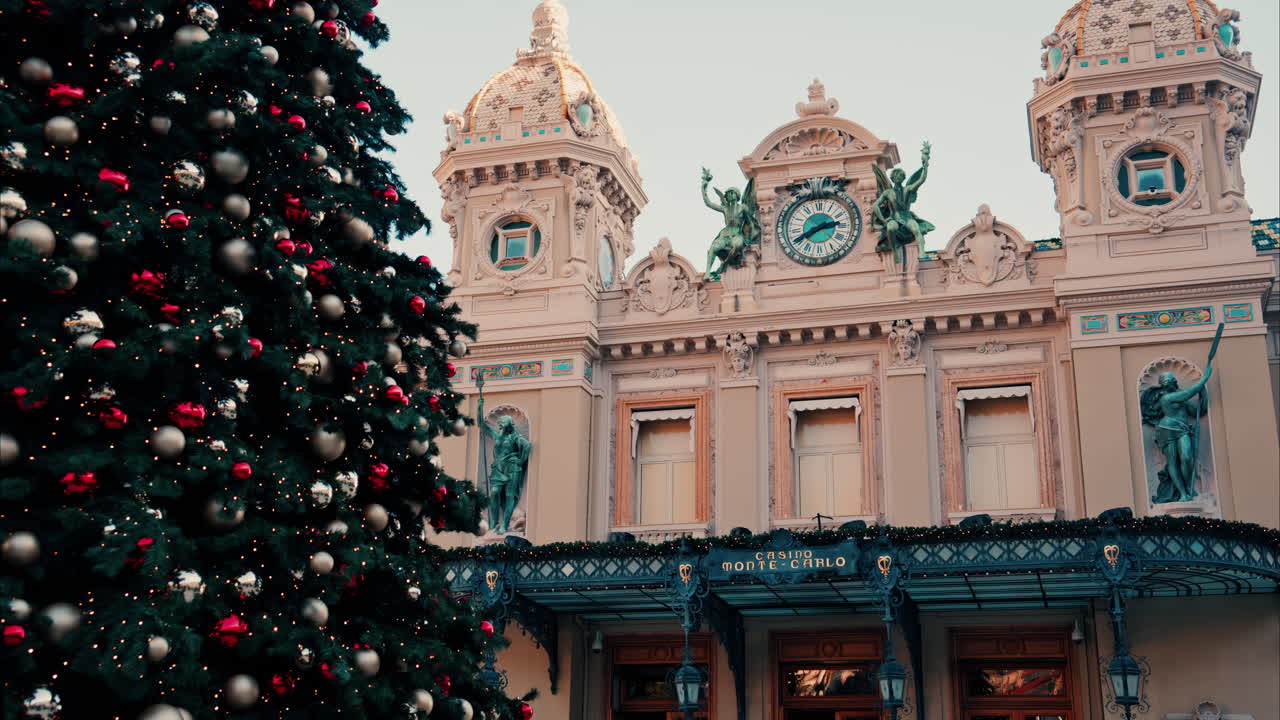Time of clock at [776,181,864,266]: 2:40
